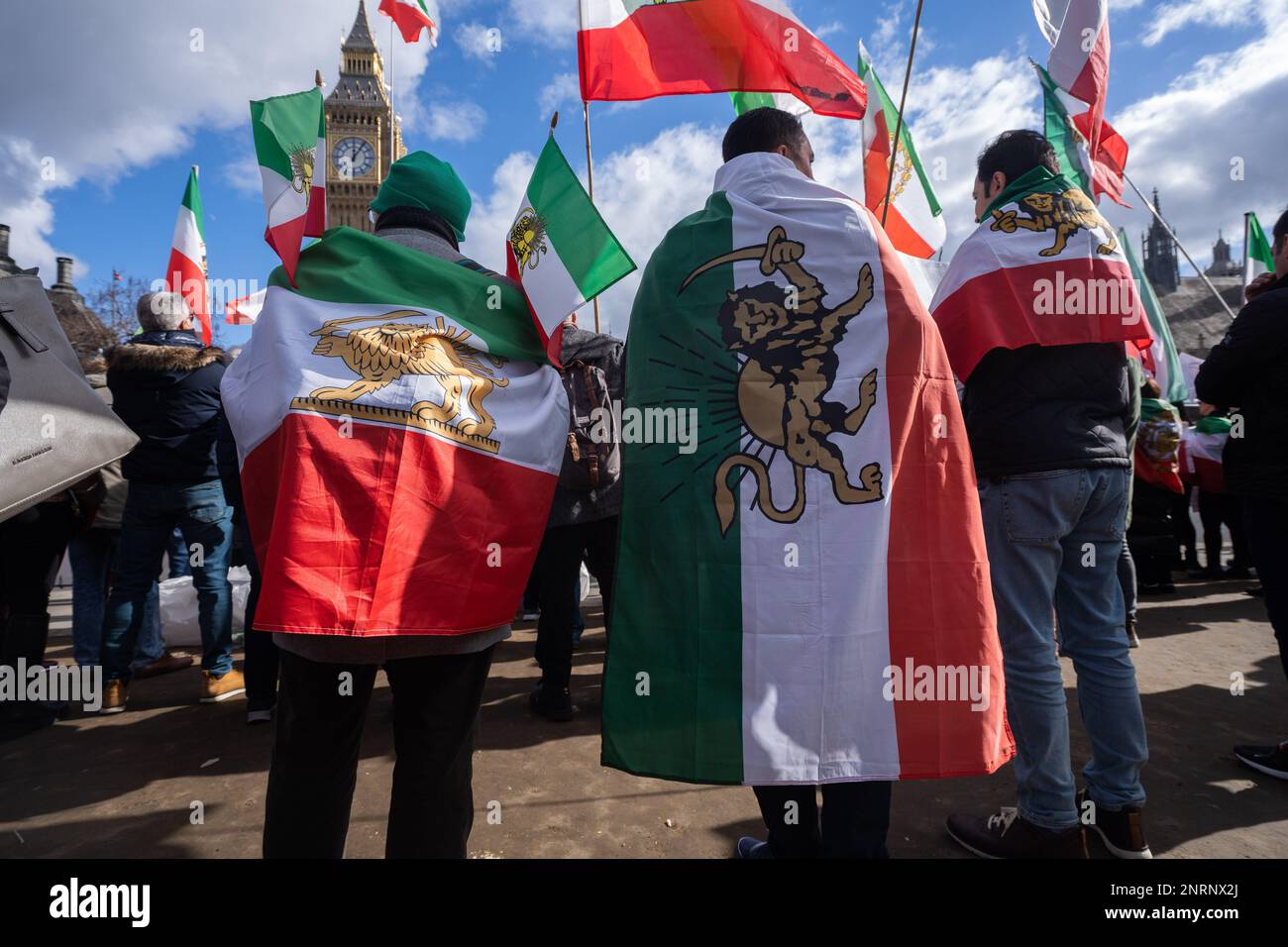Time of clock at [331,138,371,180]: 12:05
